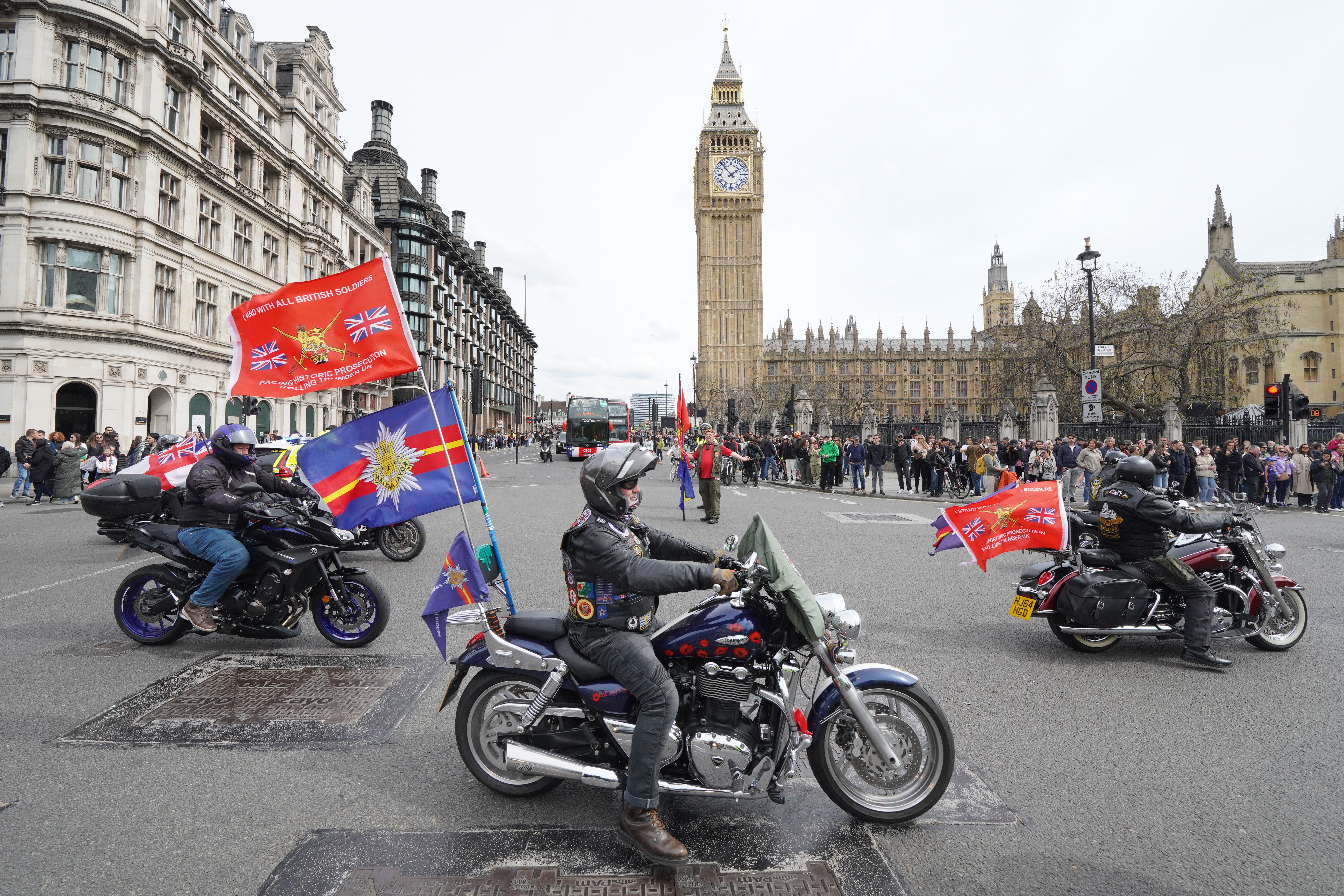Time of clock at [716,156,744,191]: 1:53
